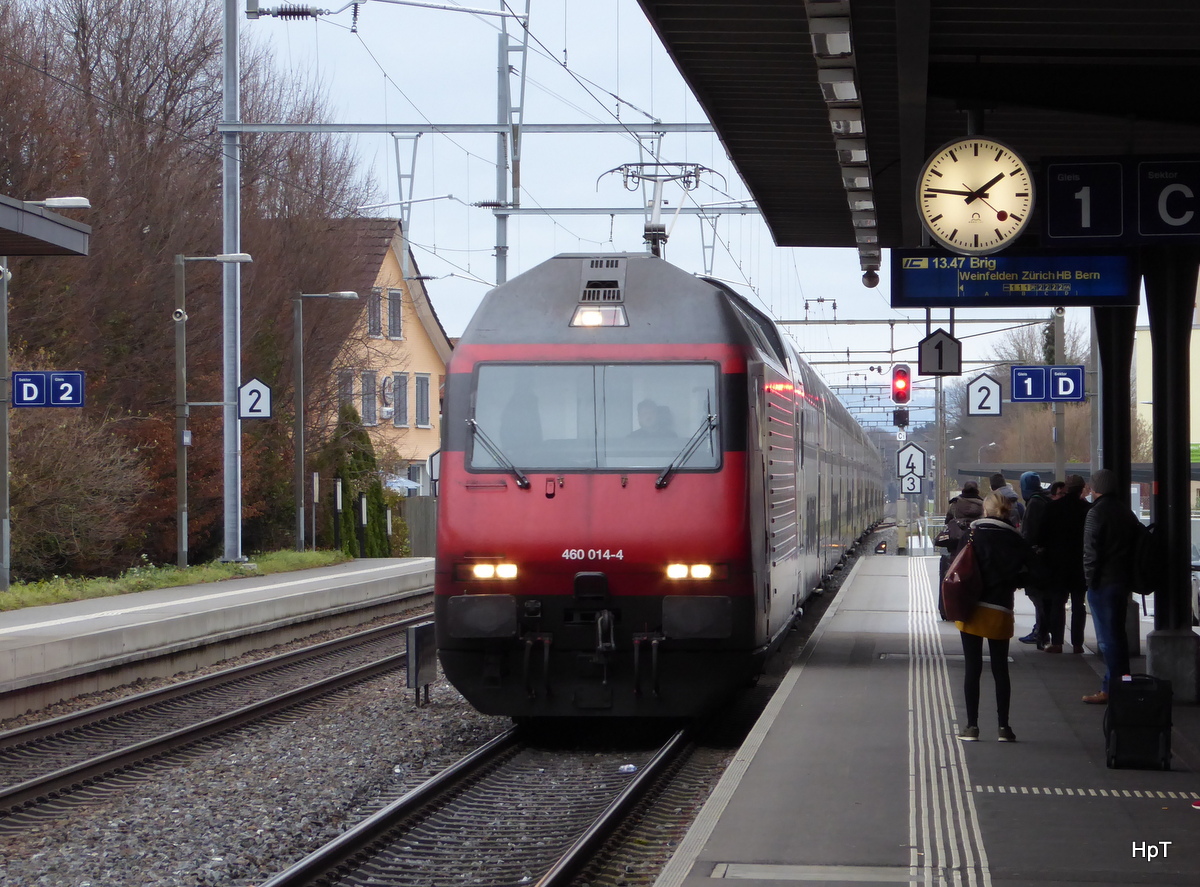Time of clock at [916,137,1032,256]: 1:46
